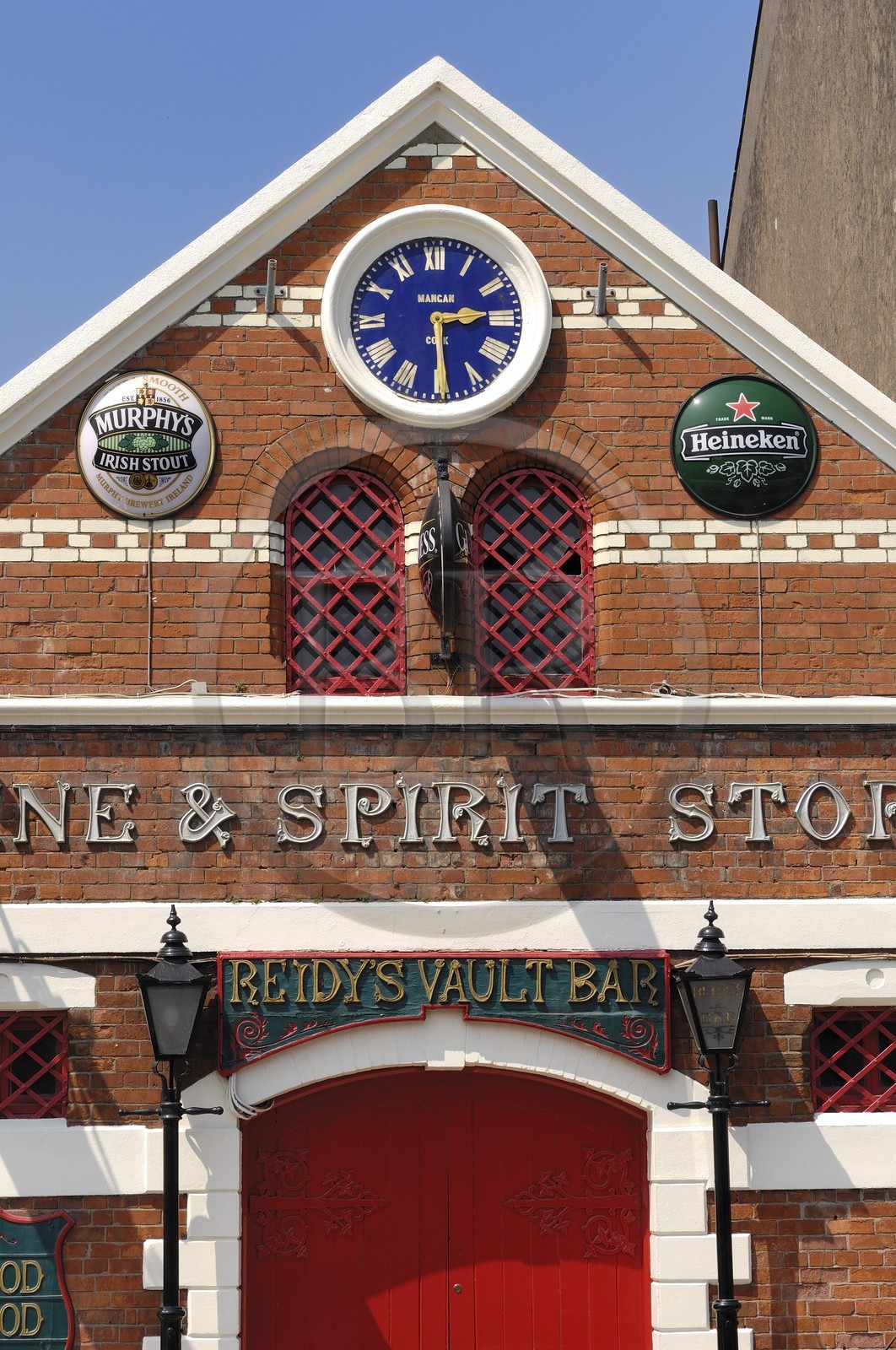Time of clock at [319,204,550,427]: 2:29
